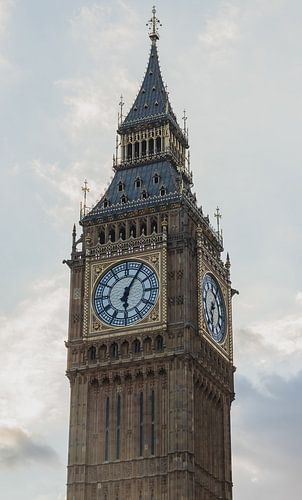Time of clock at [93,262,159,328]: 6:05
